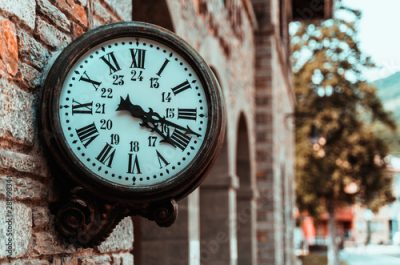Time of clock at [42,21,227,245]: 4:17
